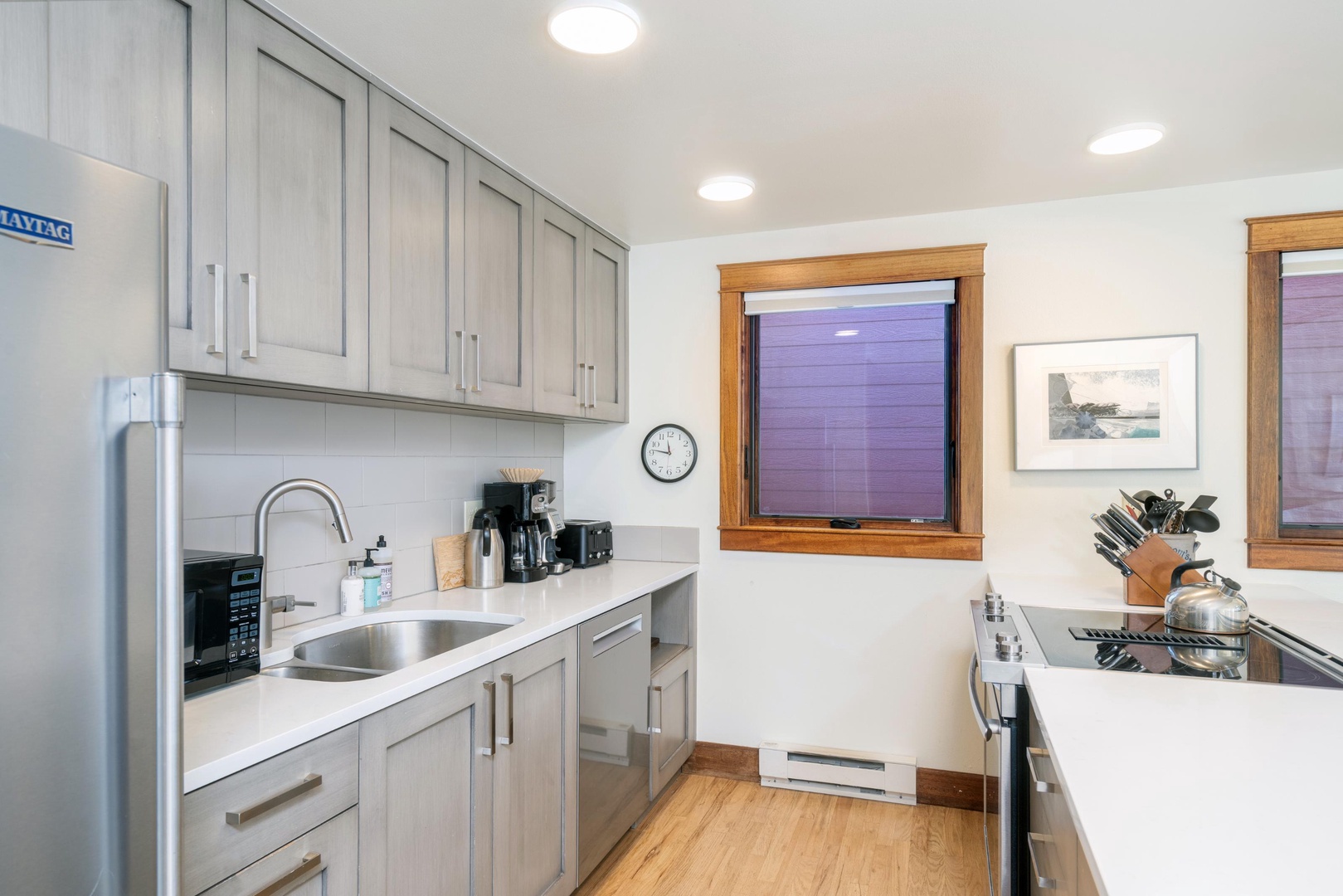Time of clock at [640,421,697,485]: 11:46
